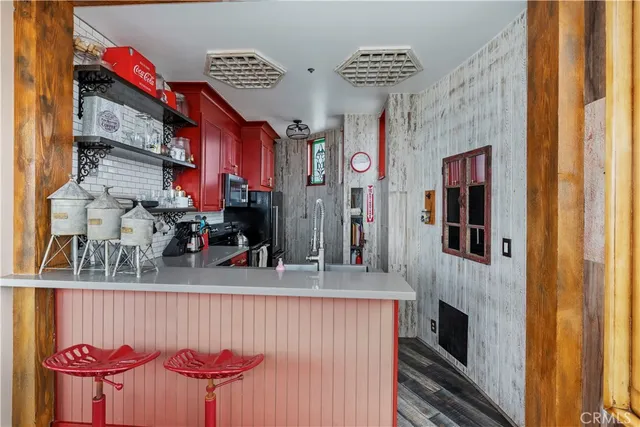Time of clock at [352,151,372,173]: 2:45
